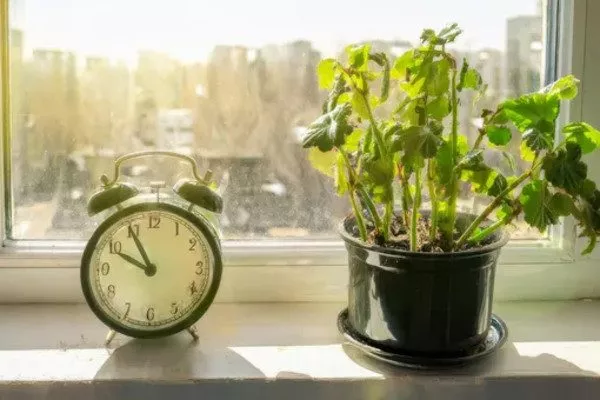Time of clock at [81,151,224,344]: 9:55
